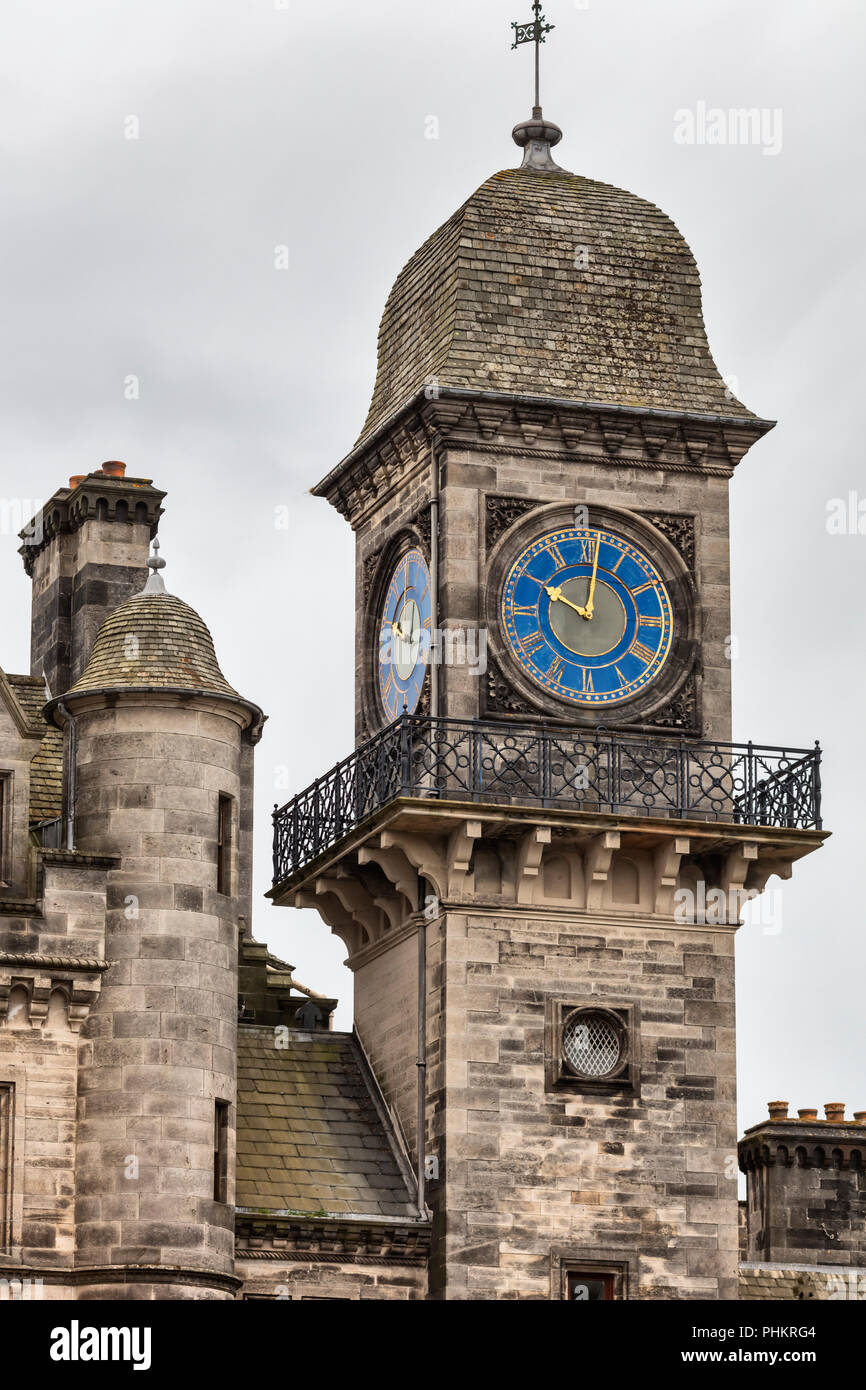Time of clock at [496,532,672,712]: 10:01
